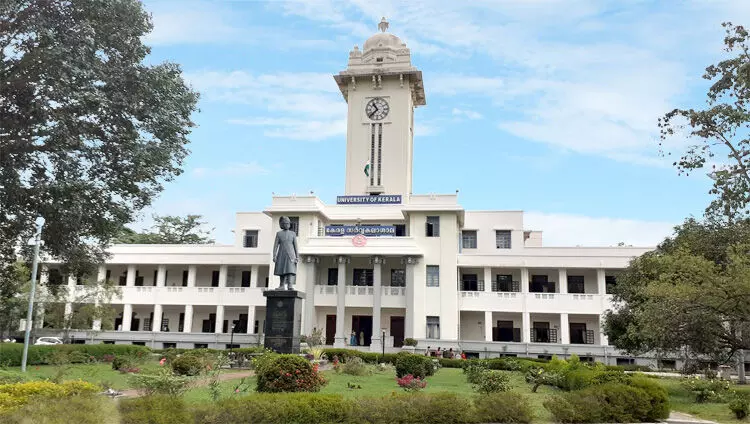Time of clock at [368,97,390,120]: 10:37
